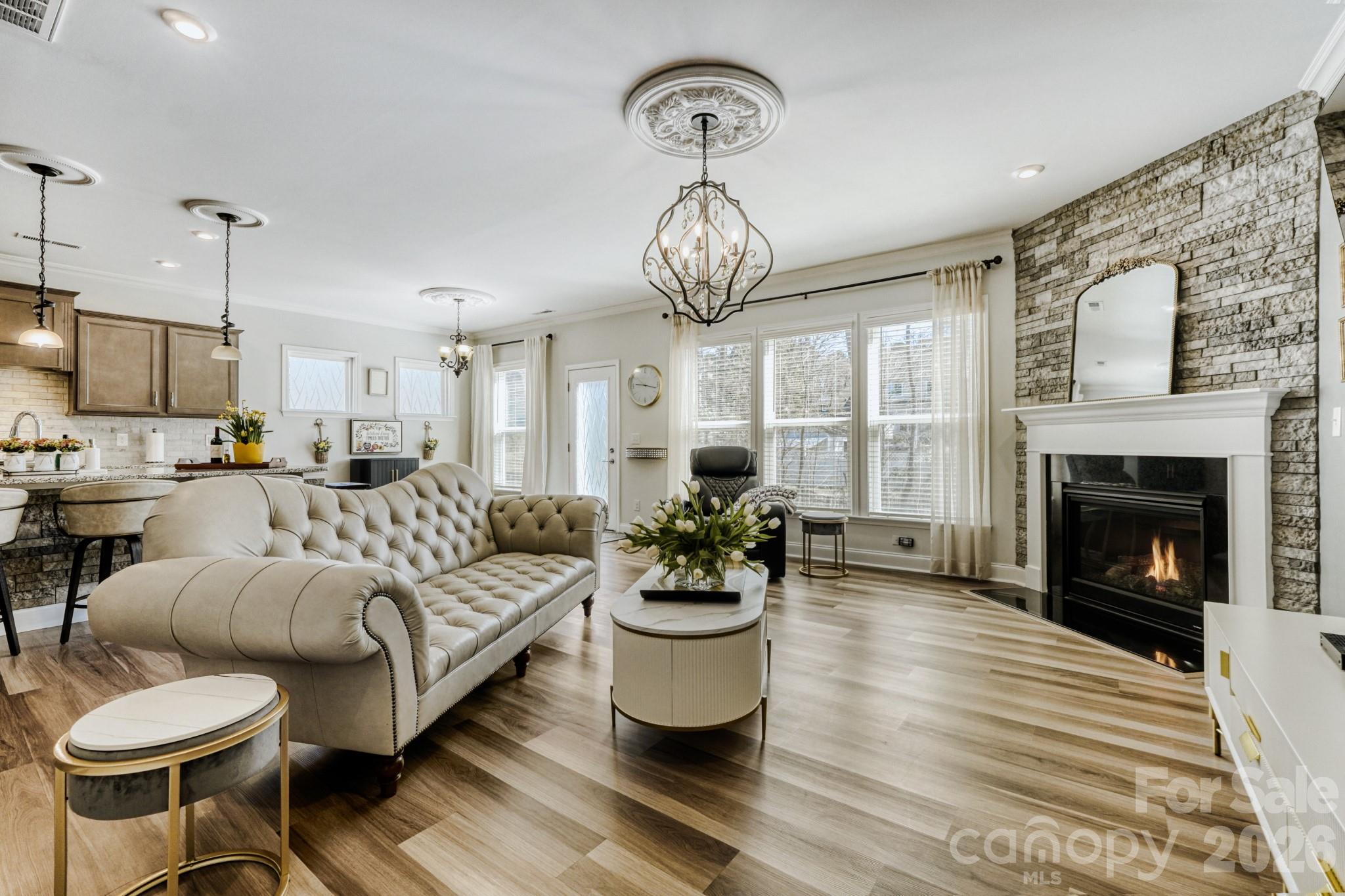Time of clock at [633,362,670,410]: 9:17
